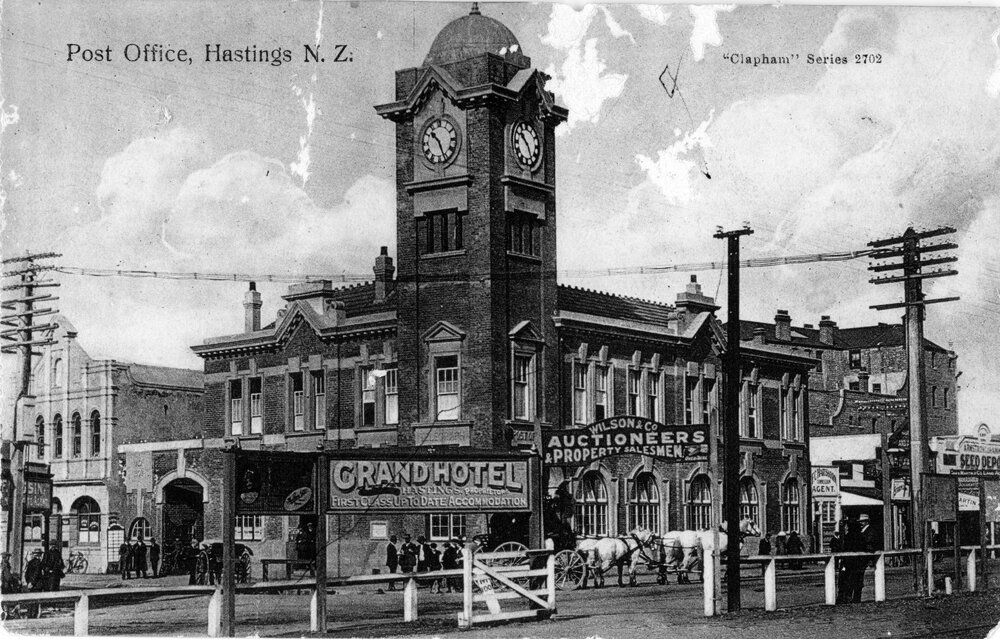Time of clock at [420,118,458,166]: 10:26
